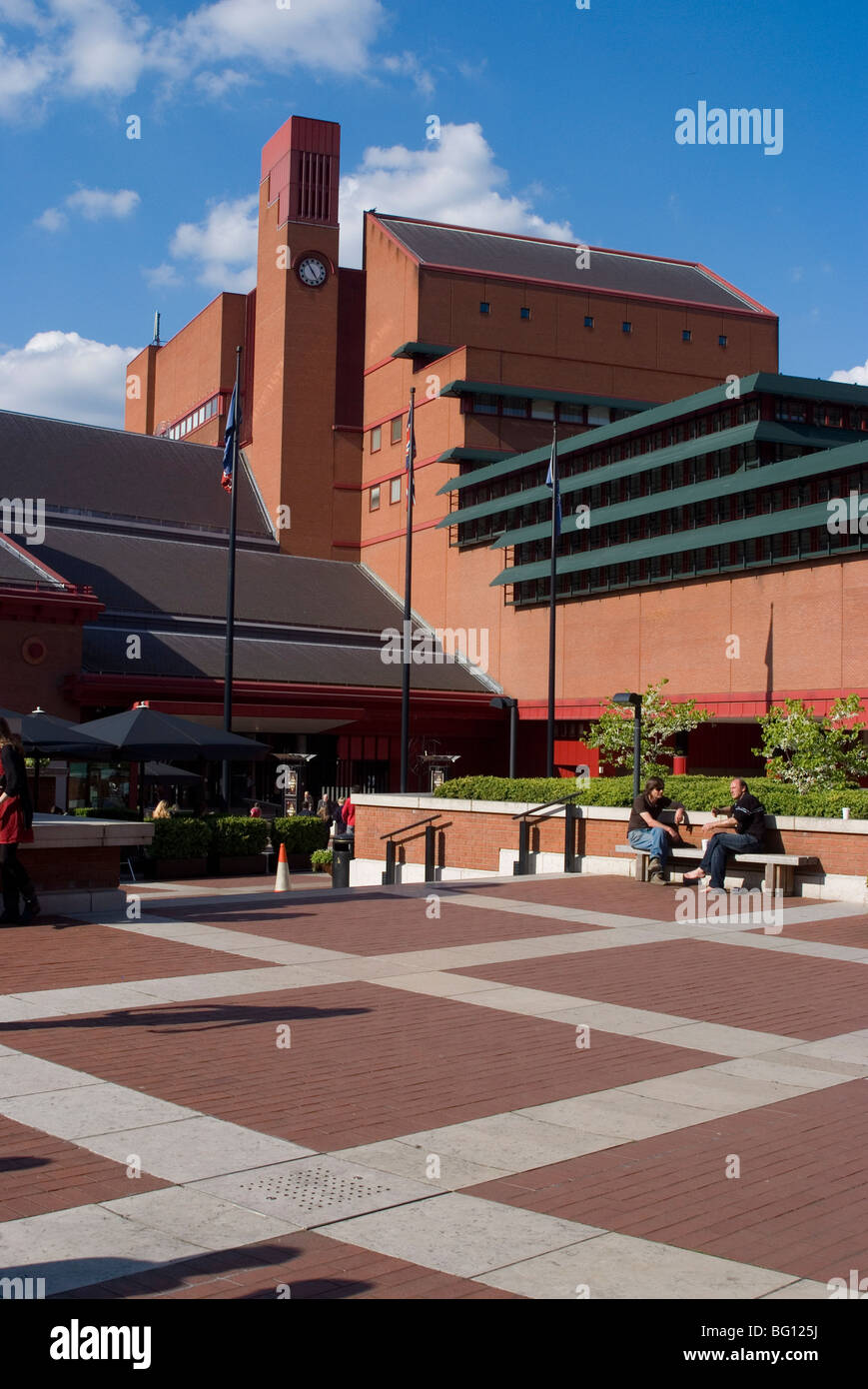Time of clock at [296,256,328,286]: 4:54
